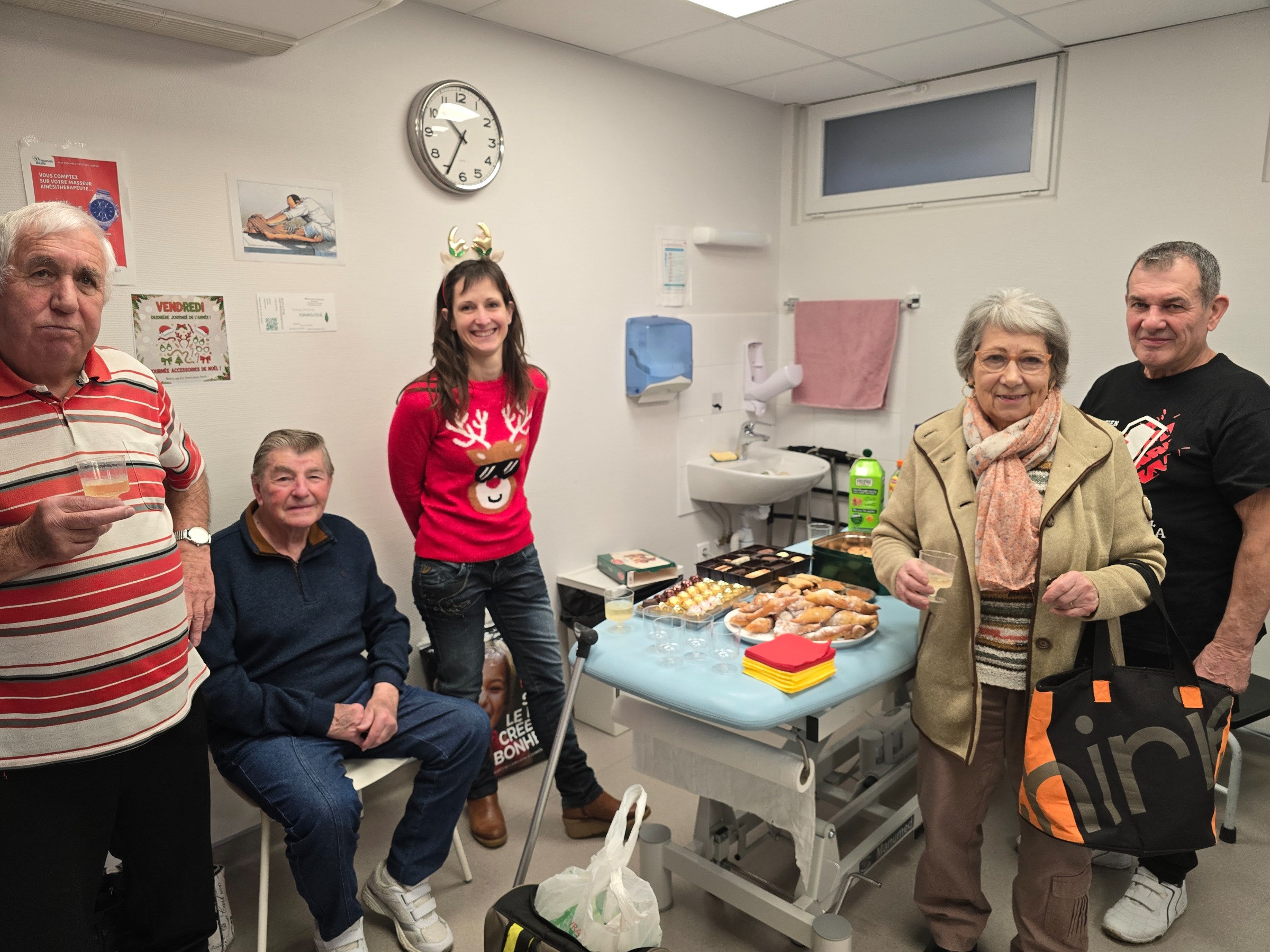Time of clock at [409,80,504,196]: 10:34
